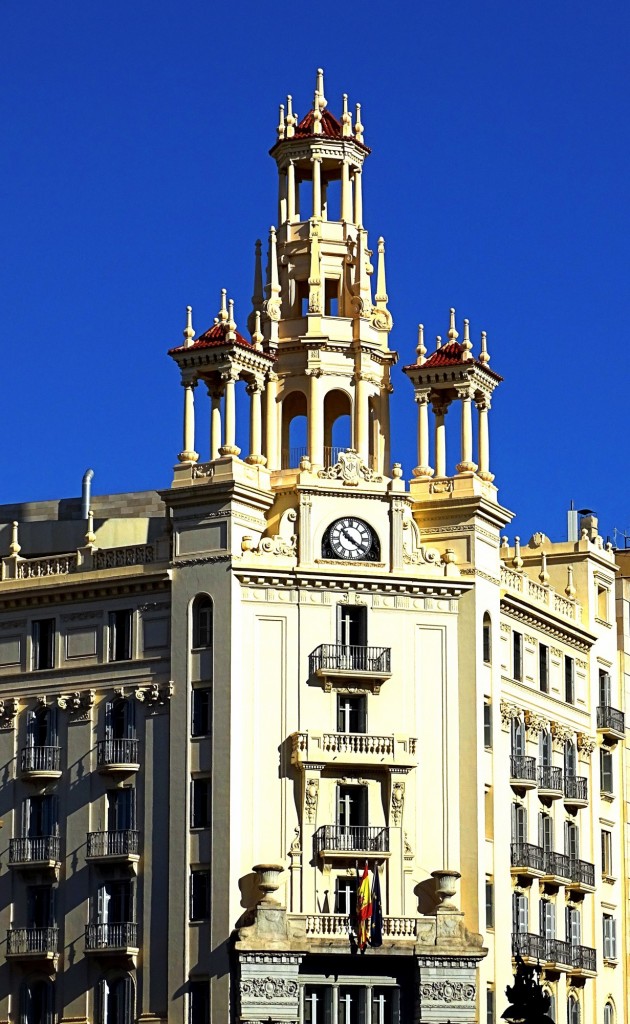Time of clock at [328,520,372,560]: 10:21
